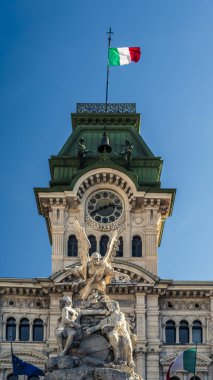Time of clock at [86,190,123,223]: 2:40
